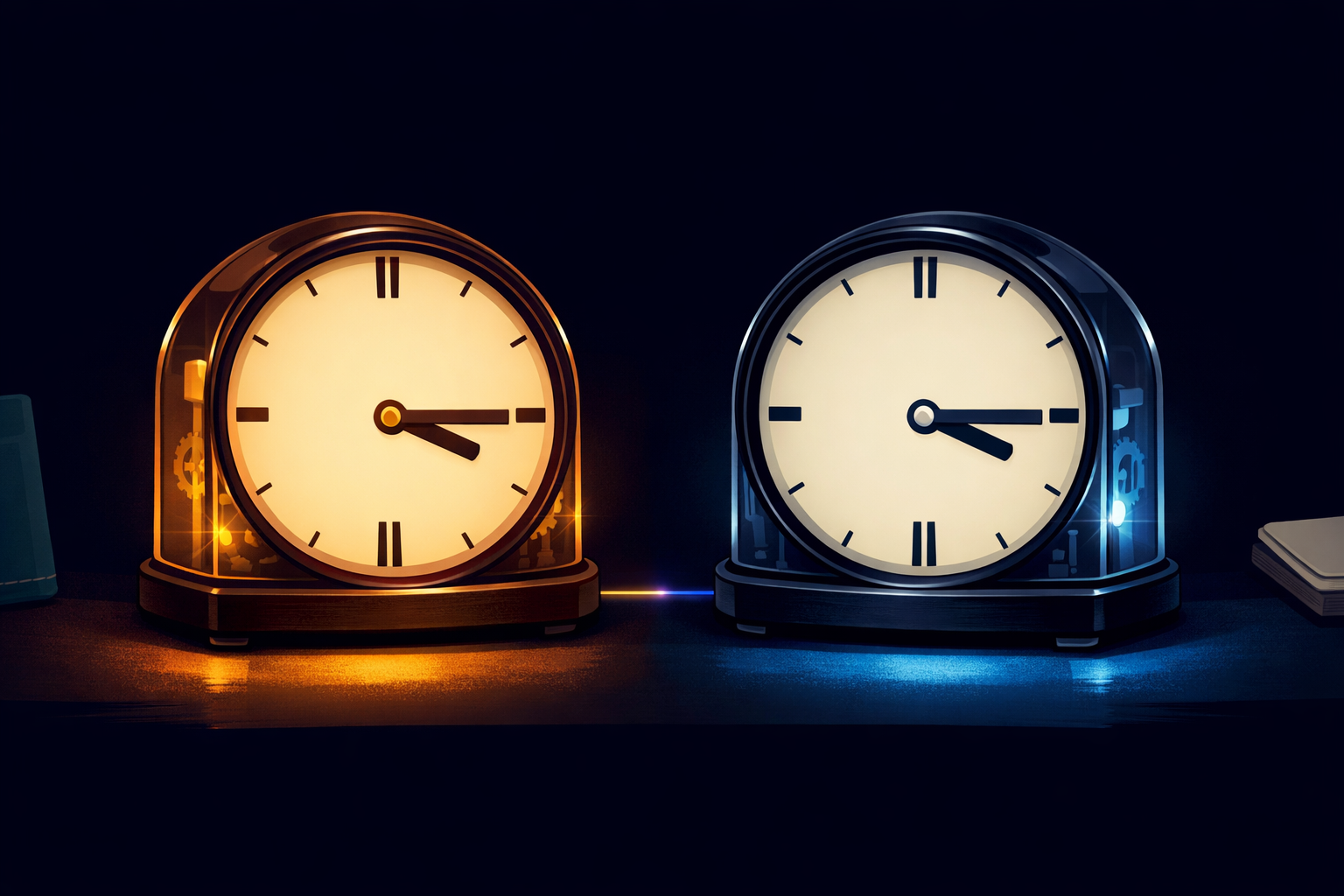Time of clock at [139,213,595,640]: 3:14
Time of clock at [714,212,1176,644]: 3:14
